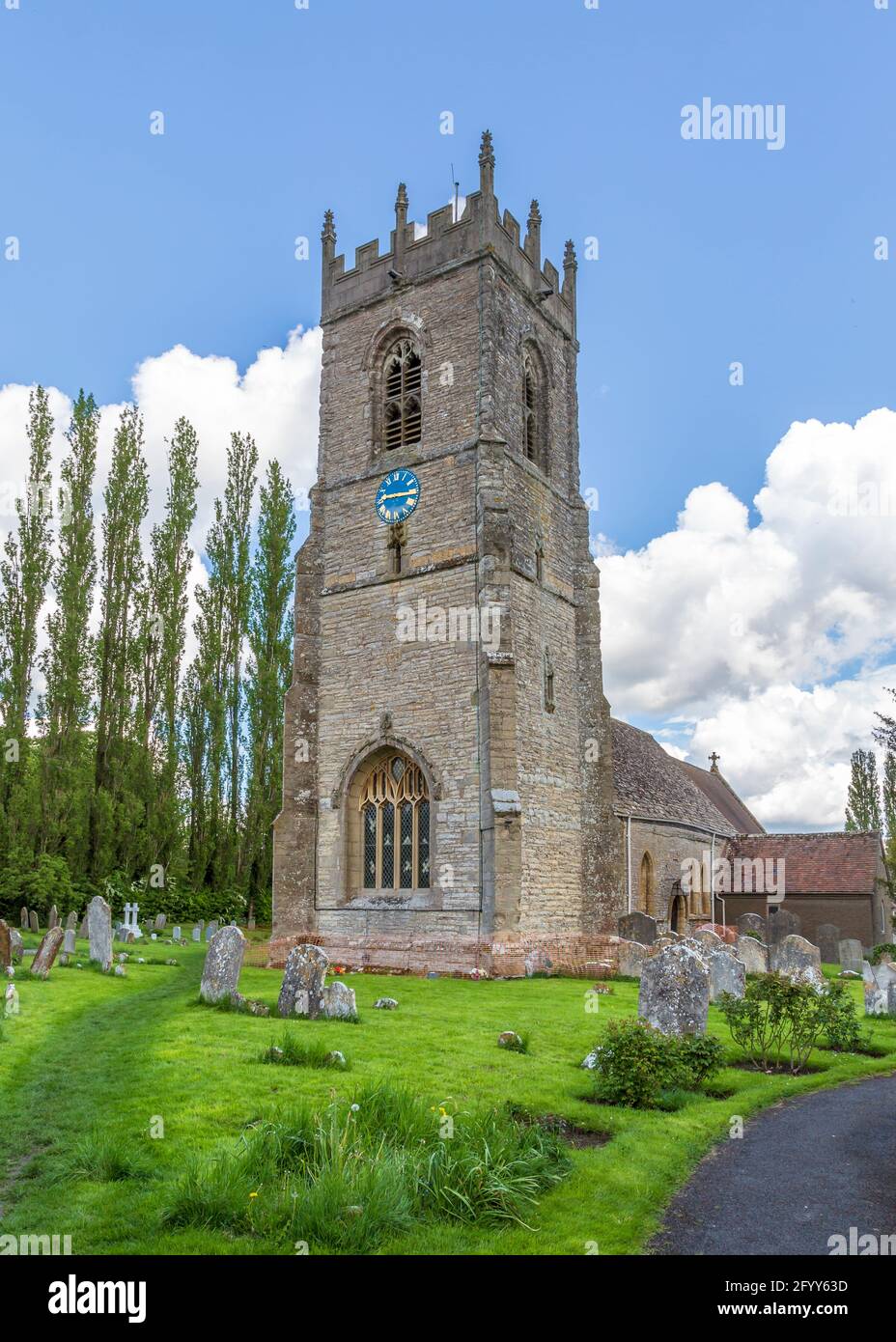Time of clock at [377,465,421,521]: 9:15
